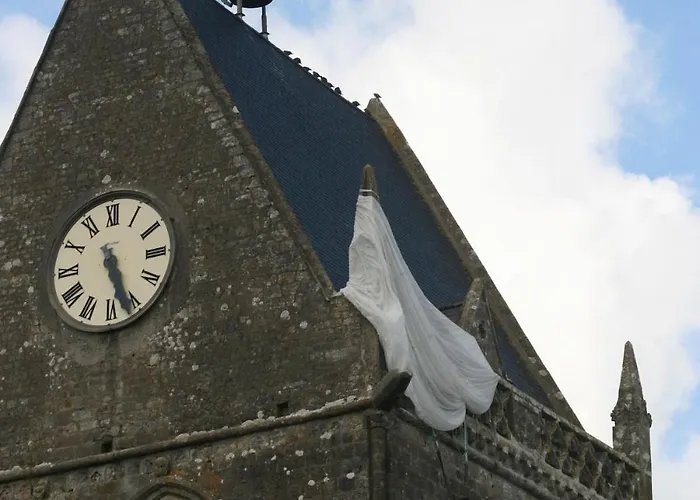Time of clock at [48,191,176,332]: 5:26
